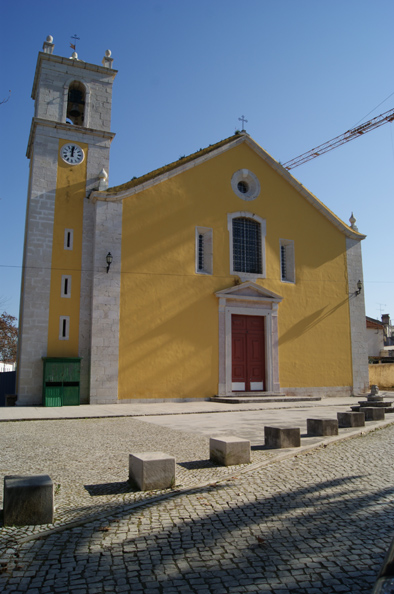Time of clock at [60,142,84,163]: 12:01
